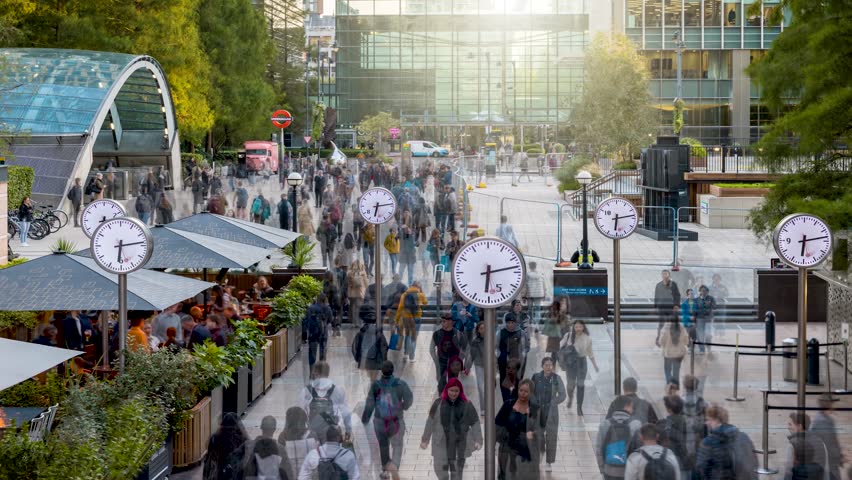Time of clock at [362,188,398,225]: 6:13
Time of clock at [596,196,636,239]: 6:13
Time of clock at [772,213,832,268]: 6:13
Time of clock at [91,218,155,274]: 6:13
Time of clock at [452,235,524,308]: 6:13
